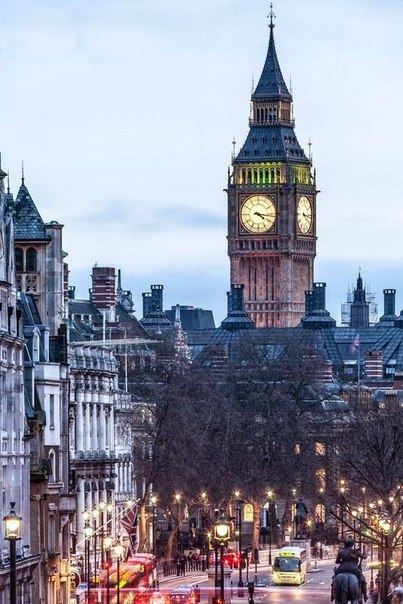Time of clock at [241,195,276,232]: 4:16
